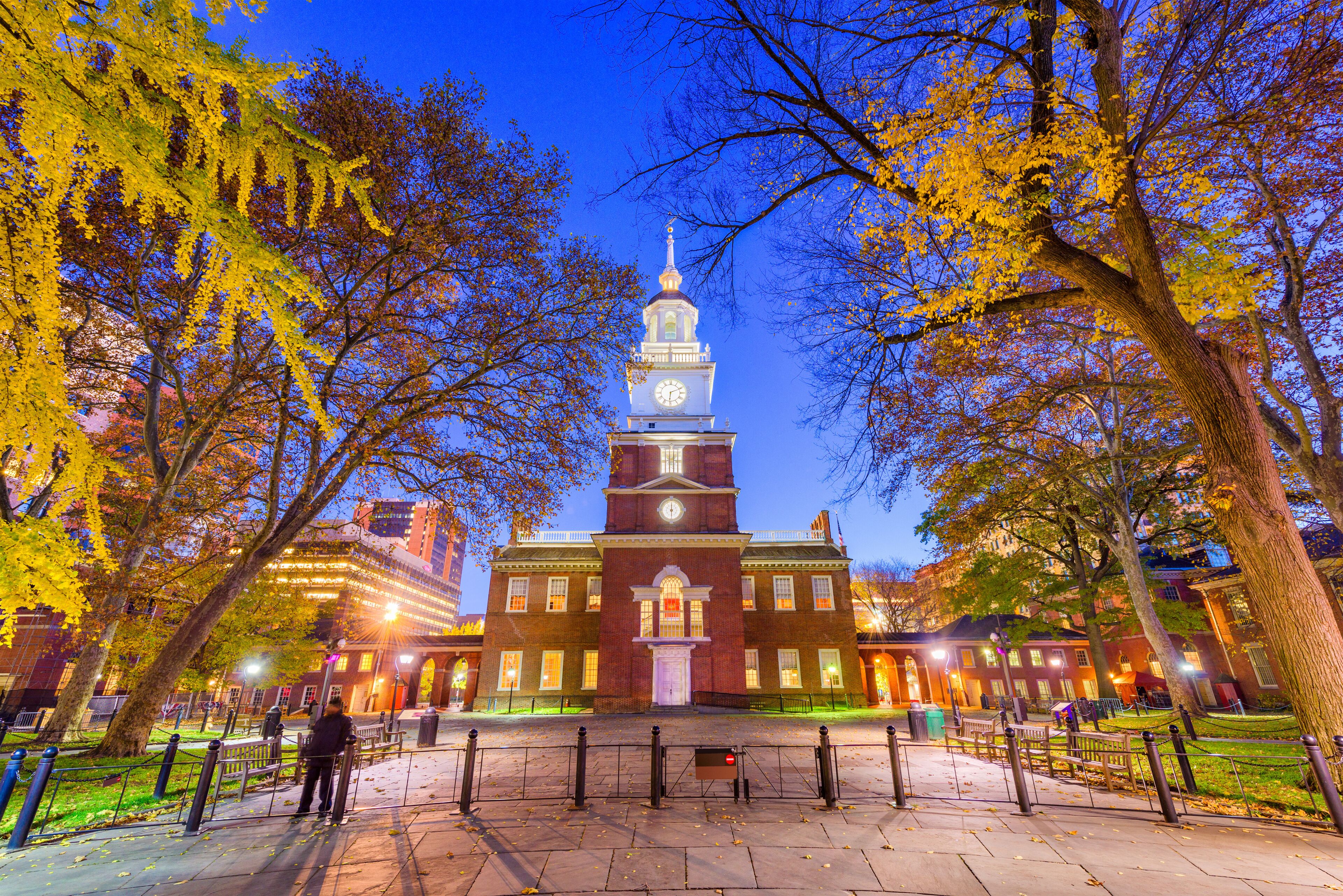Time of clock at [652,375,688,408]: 6:10
